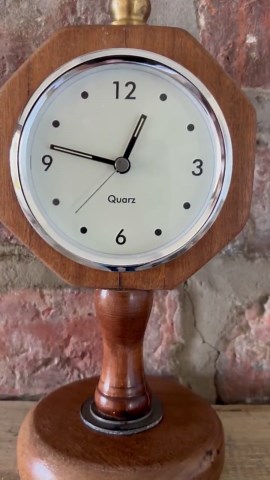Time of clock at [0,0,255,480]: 12:47
